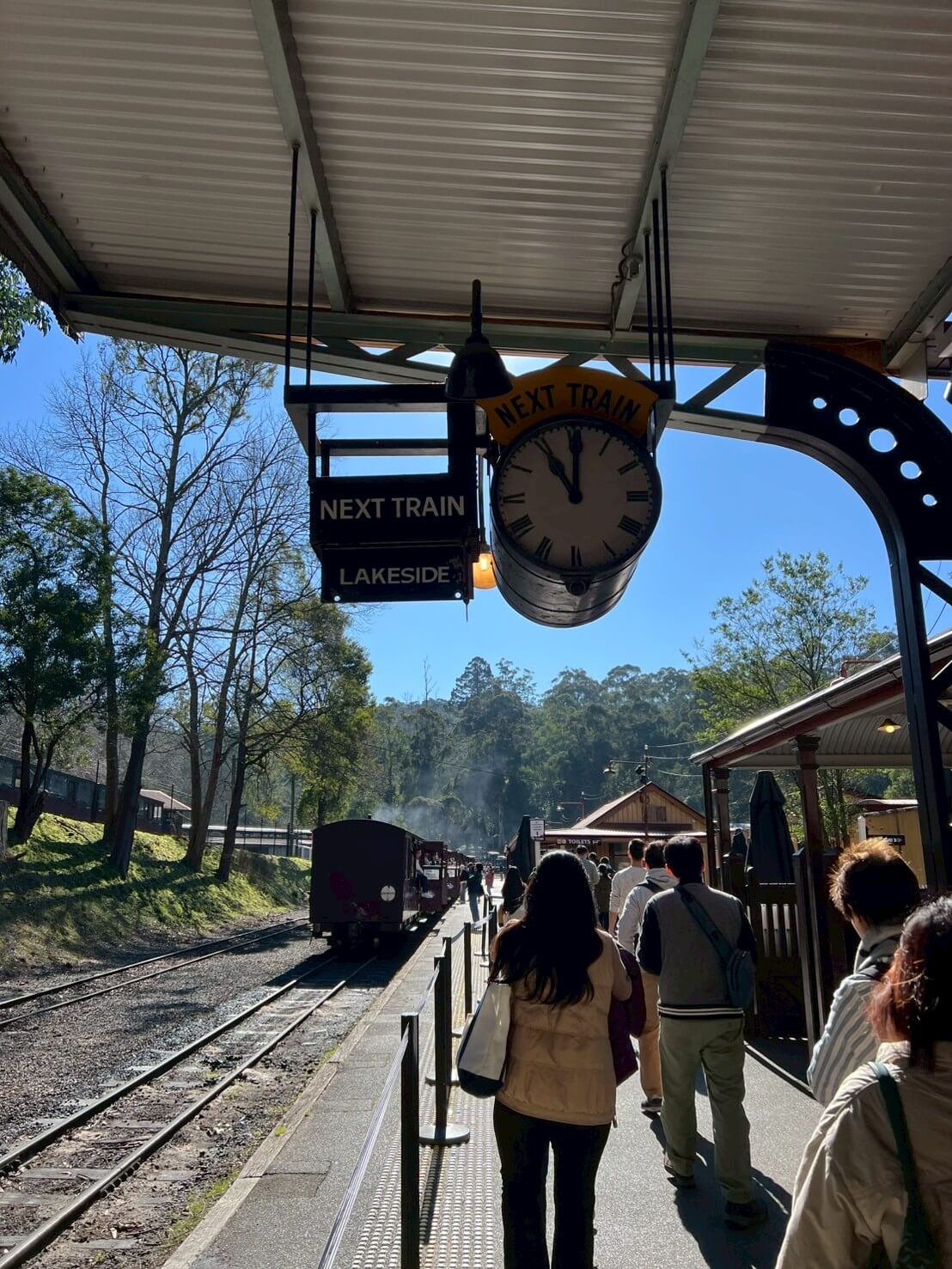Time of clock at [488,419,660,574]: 11:00
